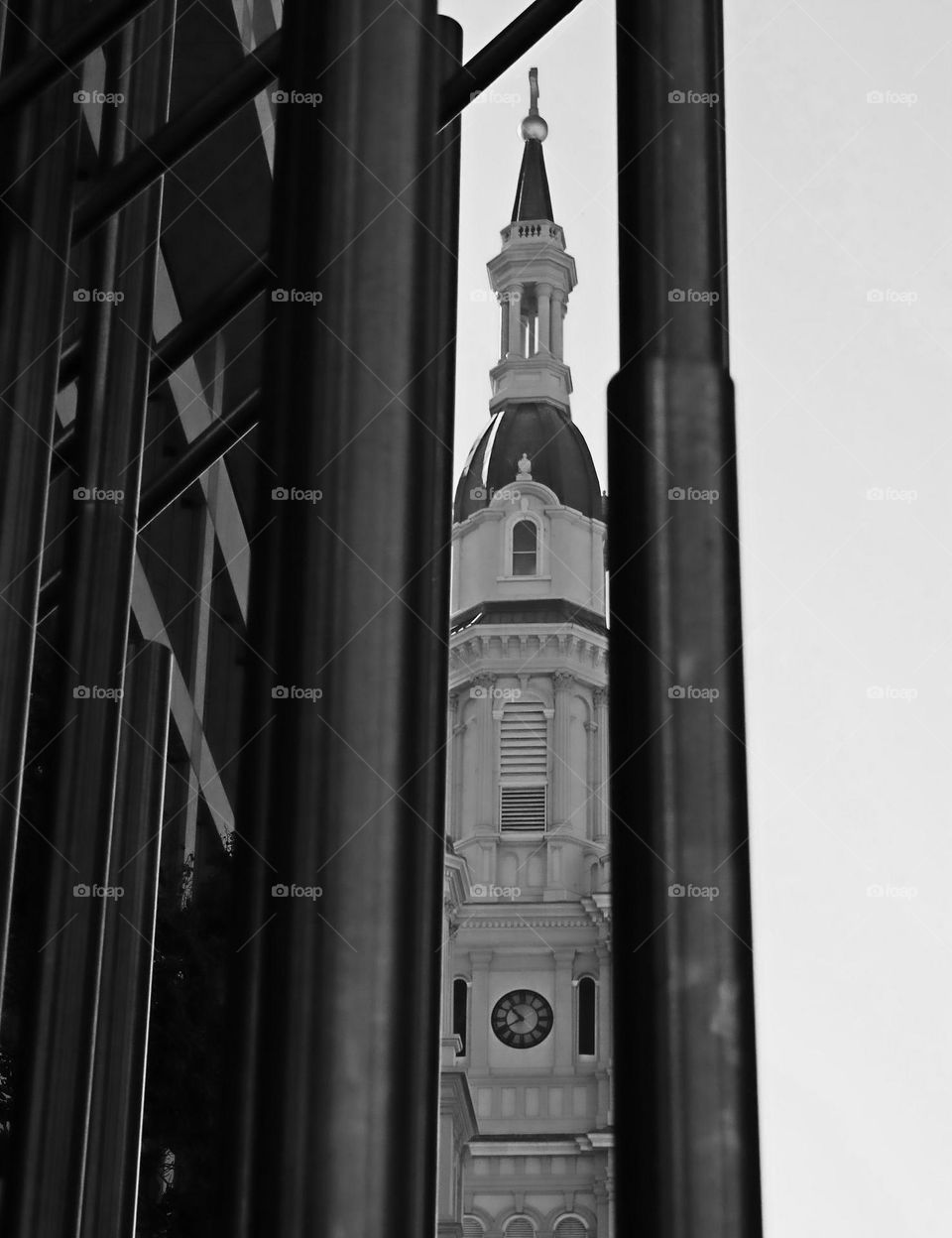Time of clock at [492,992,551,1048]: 10:39
